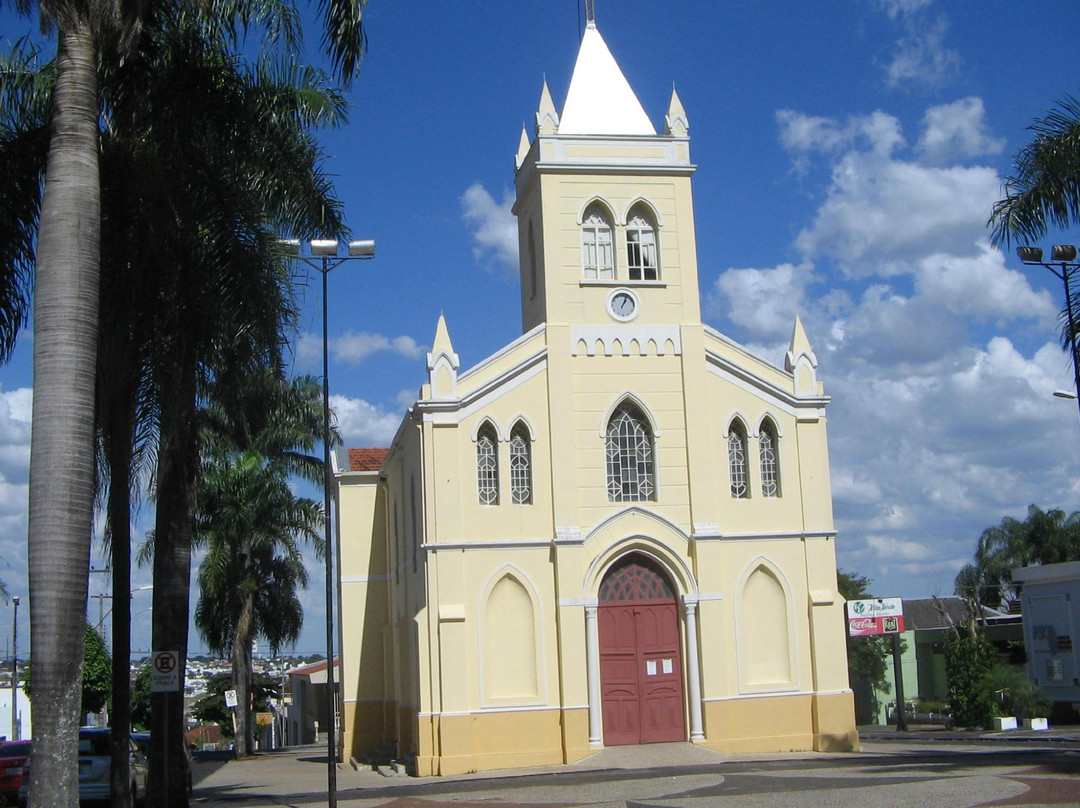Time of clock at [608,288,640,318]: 1:03
